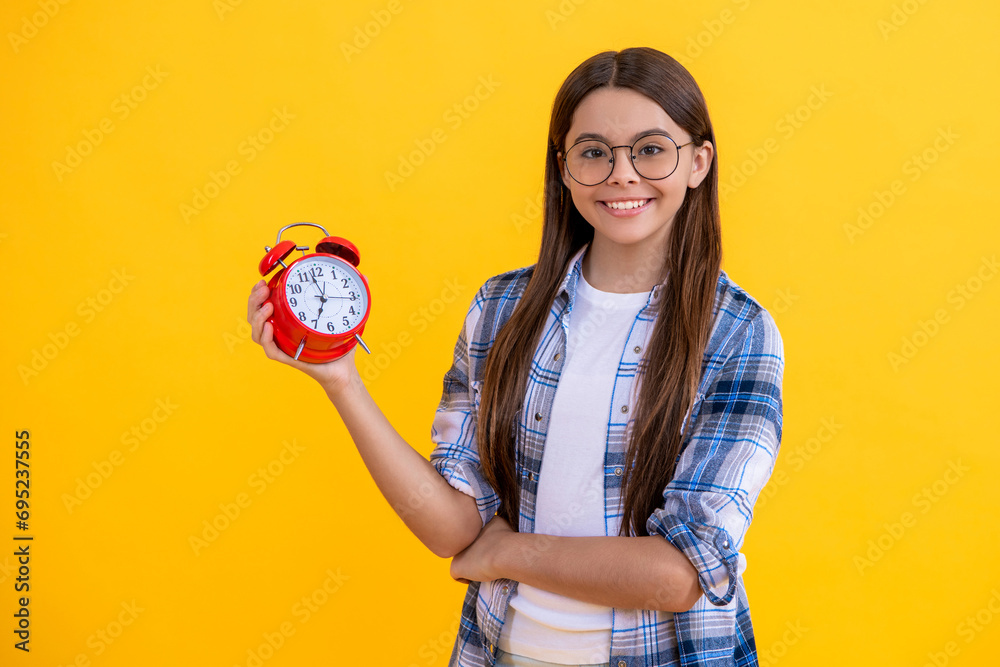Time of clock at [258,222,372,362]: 6:57
